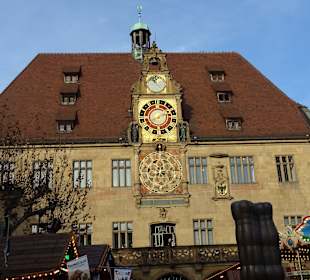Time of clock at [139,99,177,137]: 8:11
